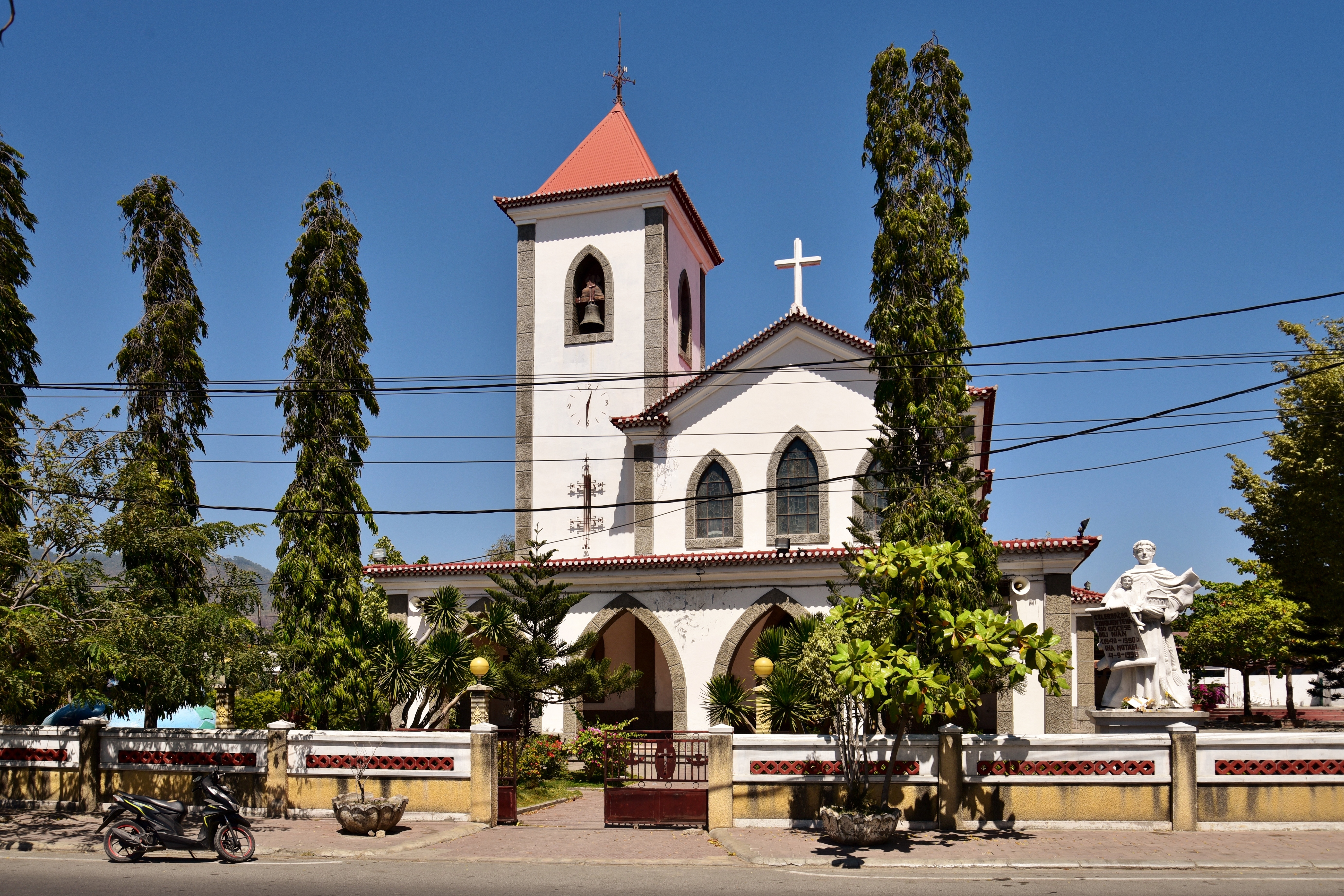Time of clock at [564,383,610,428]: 12:30
